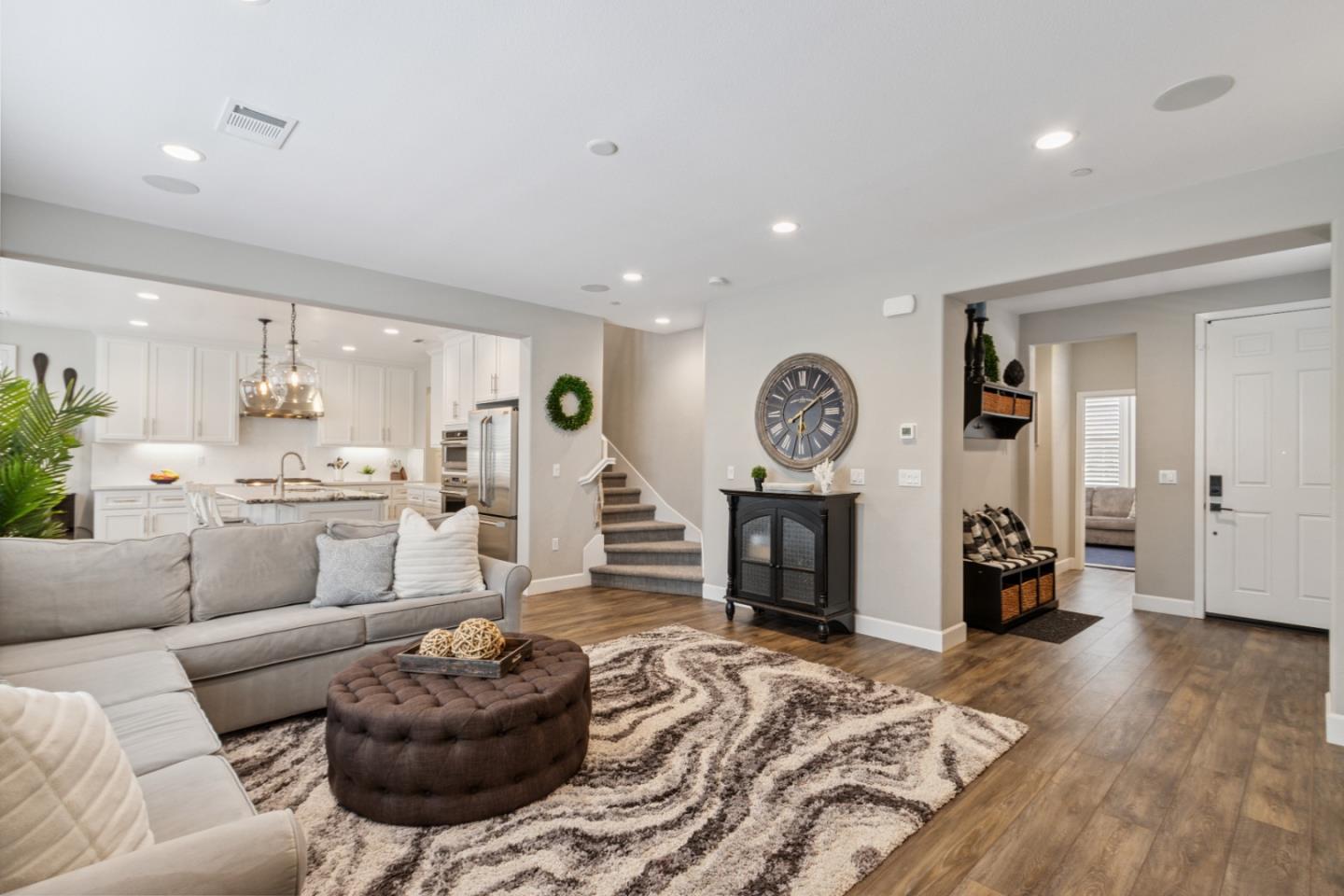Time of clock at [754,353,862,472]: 6:08
